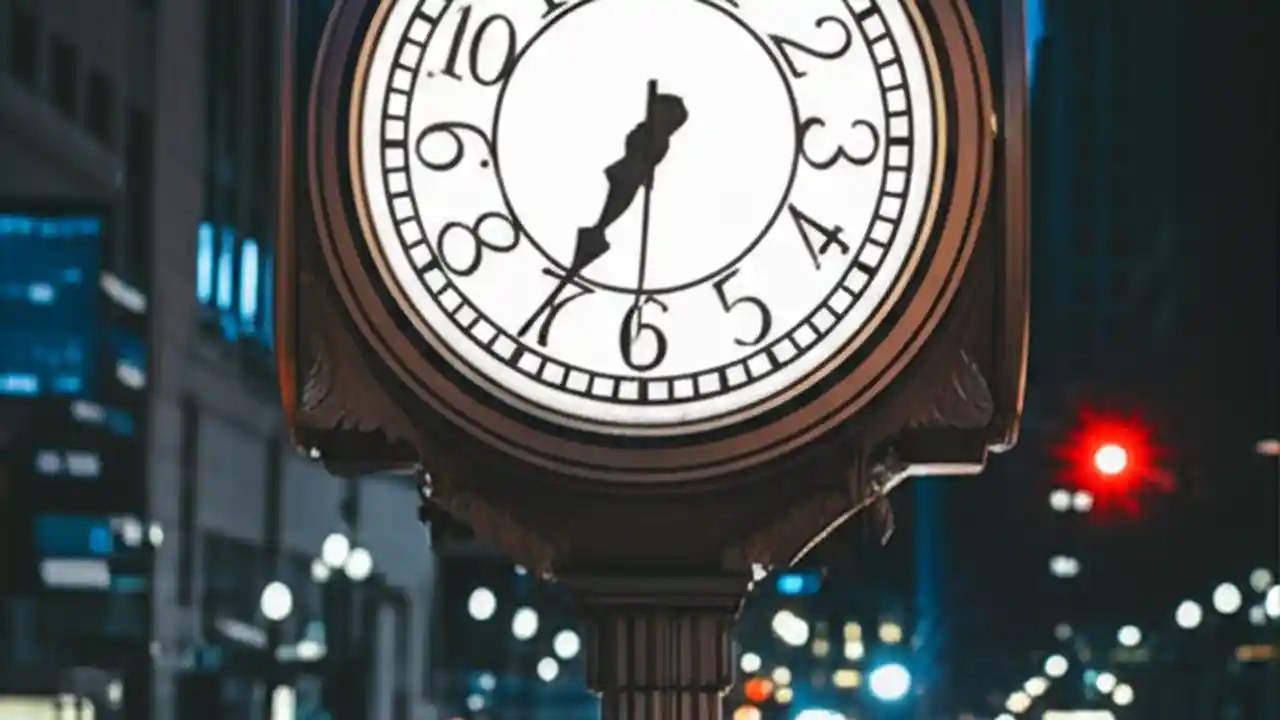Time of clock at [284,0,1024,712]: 6:34
